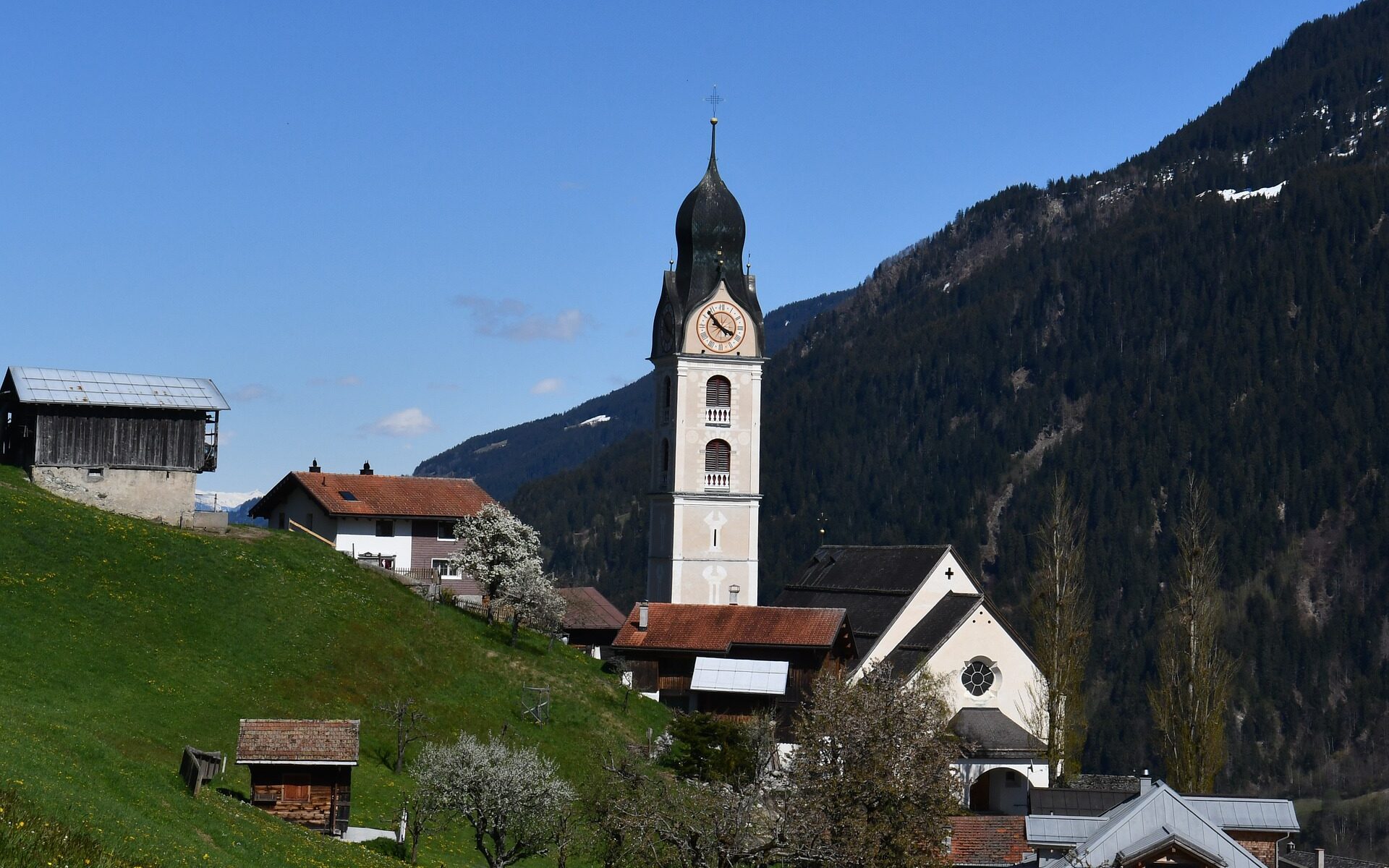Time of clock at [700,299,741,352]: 3:52
